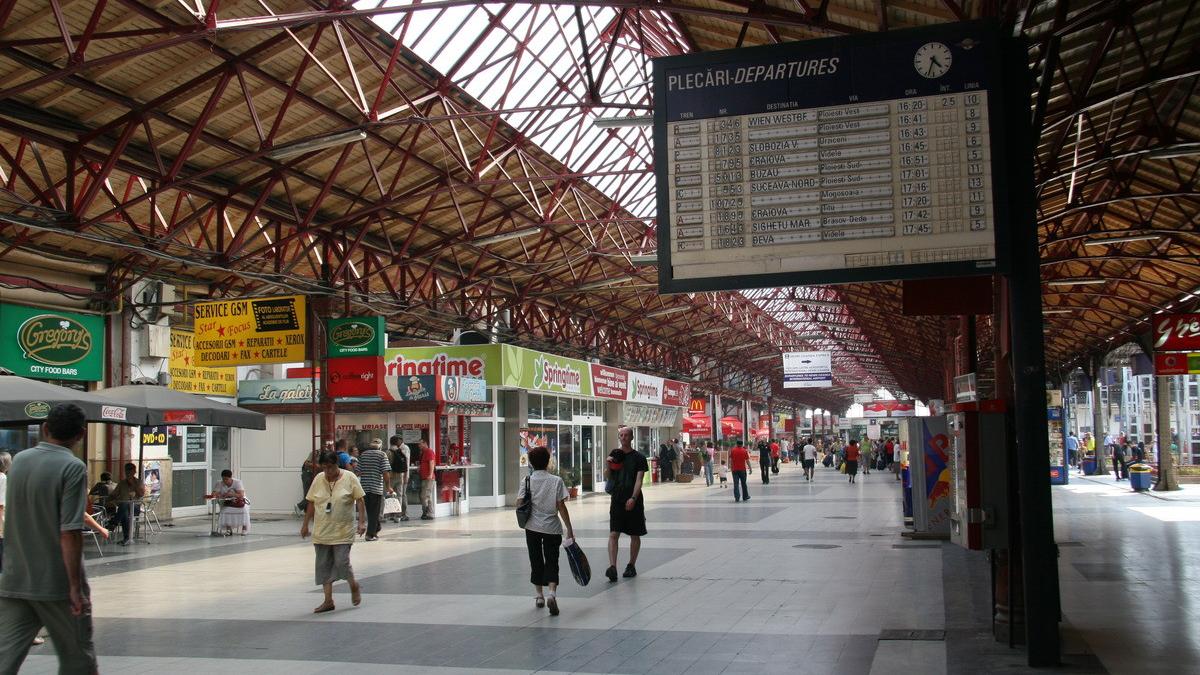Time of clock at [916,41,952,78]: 4:33
